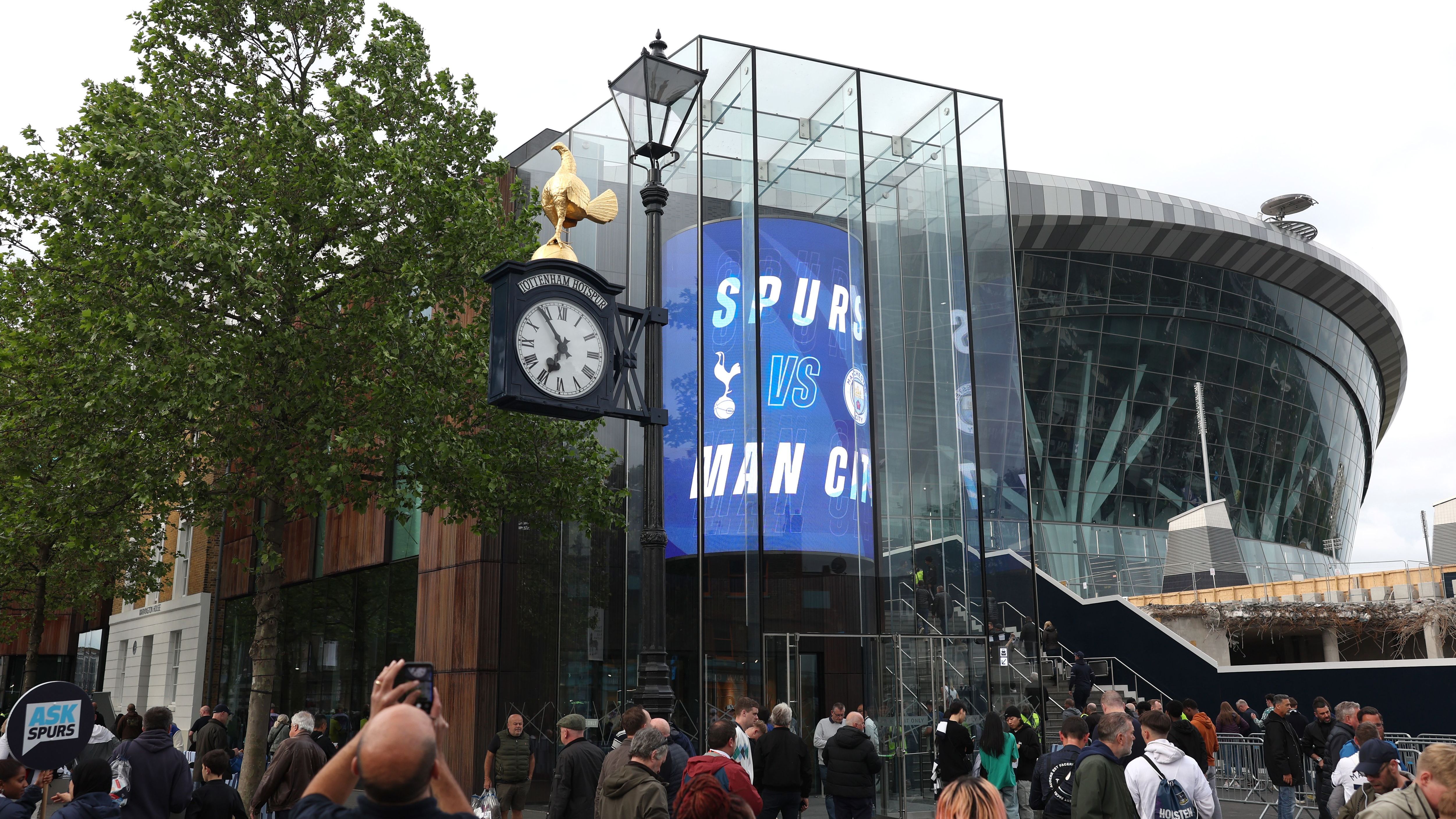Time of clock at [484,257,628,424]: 6:54
